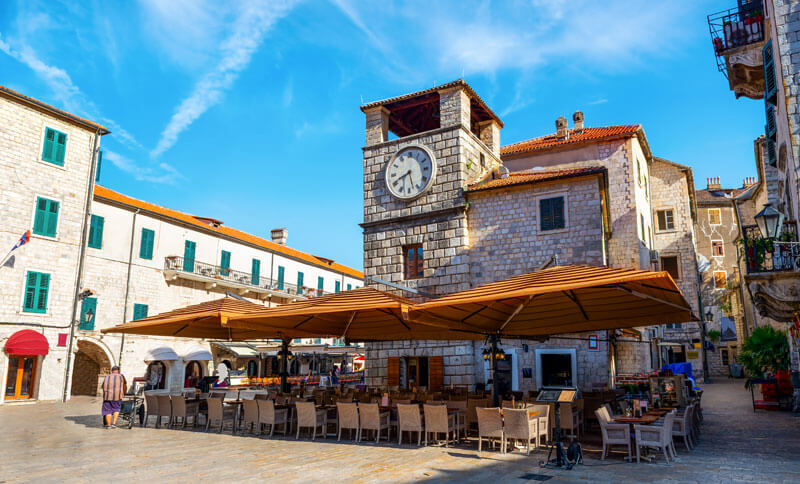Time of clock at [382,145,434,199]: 8:27
